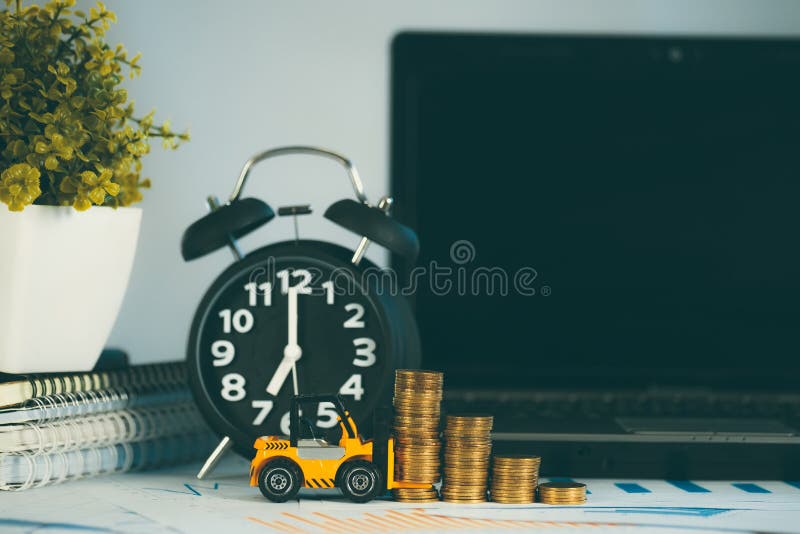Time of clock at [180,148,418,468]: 7:00
